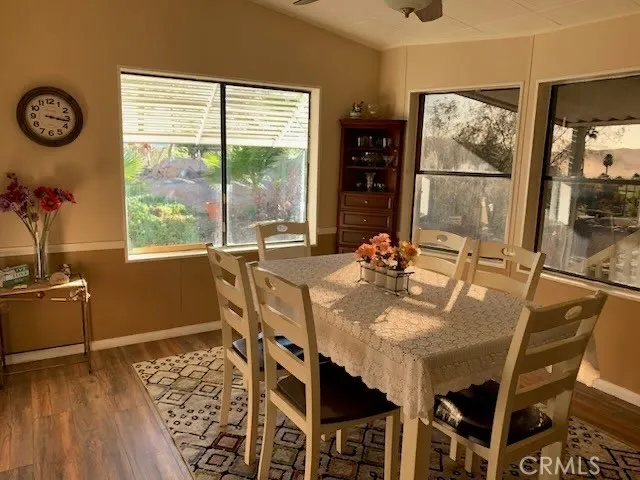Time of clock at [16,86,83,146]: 3:16
